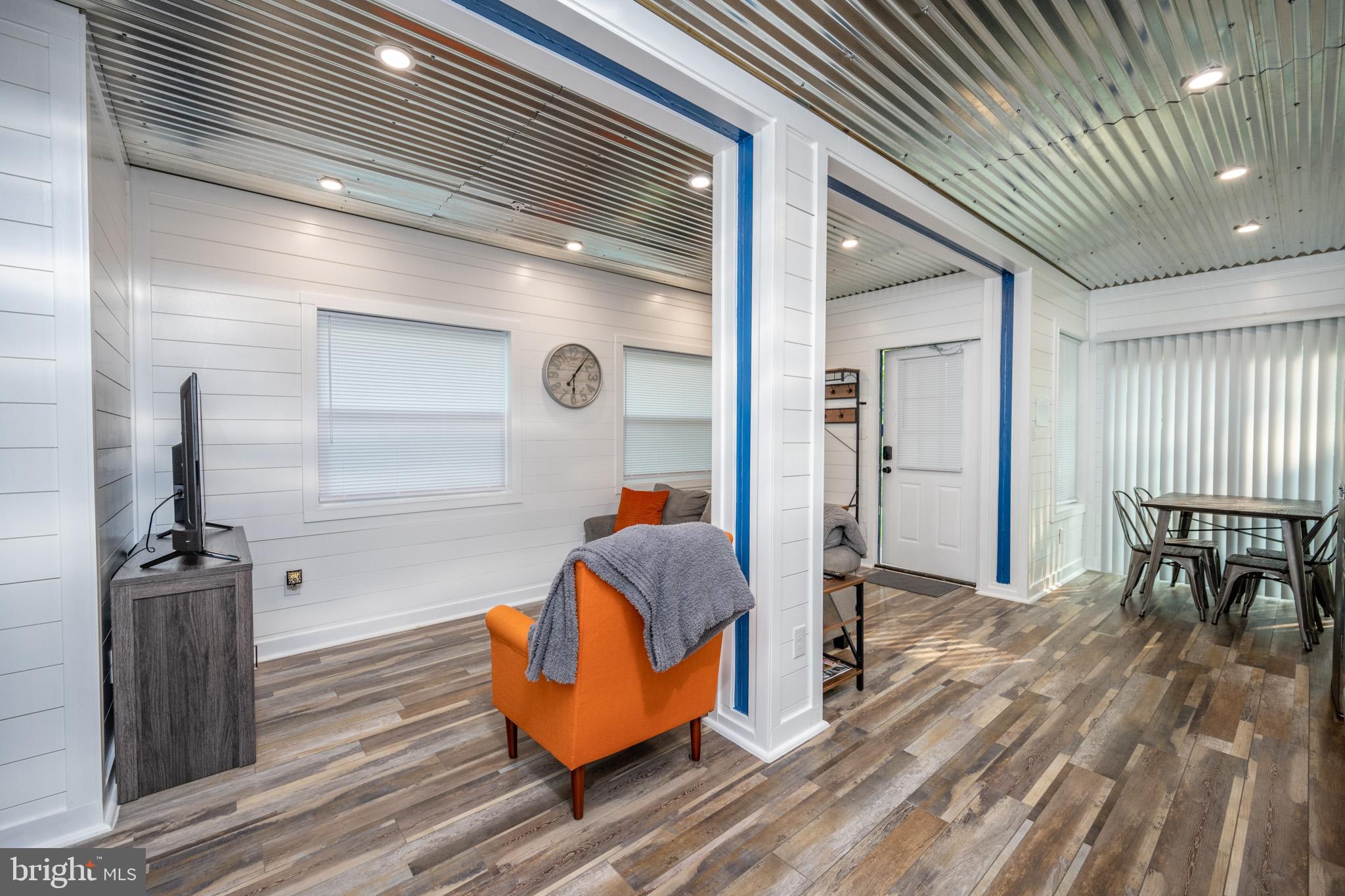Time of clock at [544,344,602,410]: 6:06
